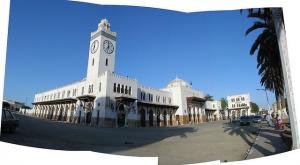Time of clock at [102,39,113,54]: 7:00
